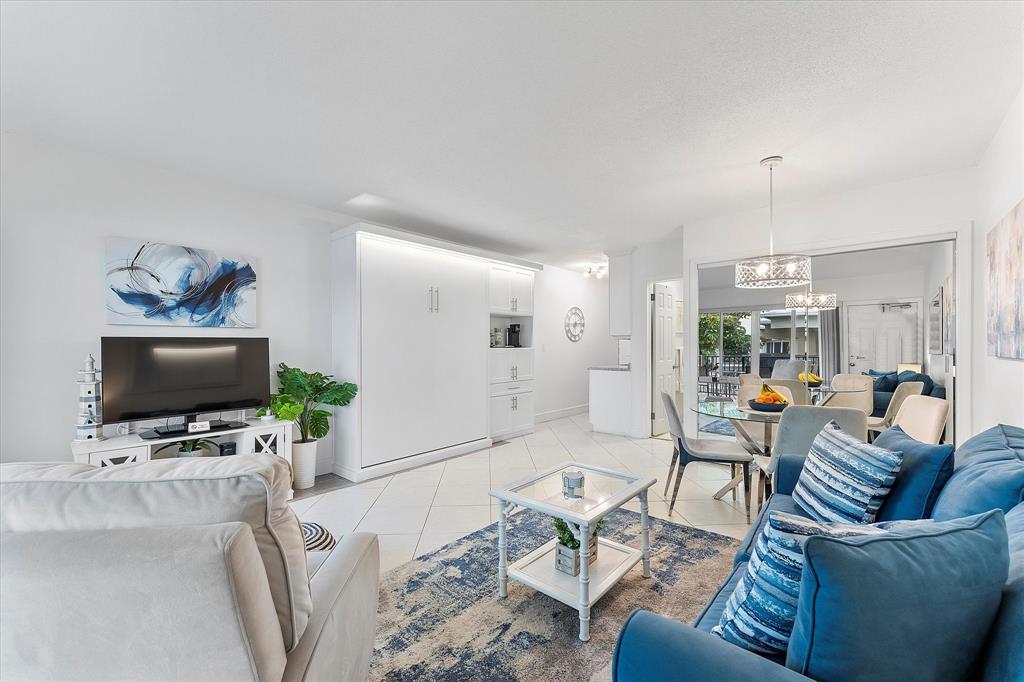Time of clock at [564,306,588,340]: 6:13
